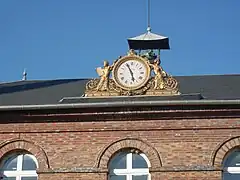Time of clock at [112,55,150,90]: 5:56
